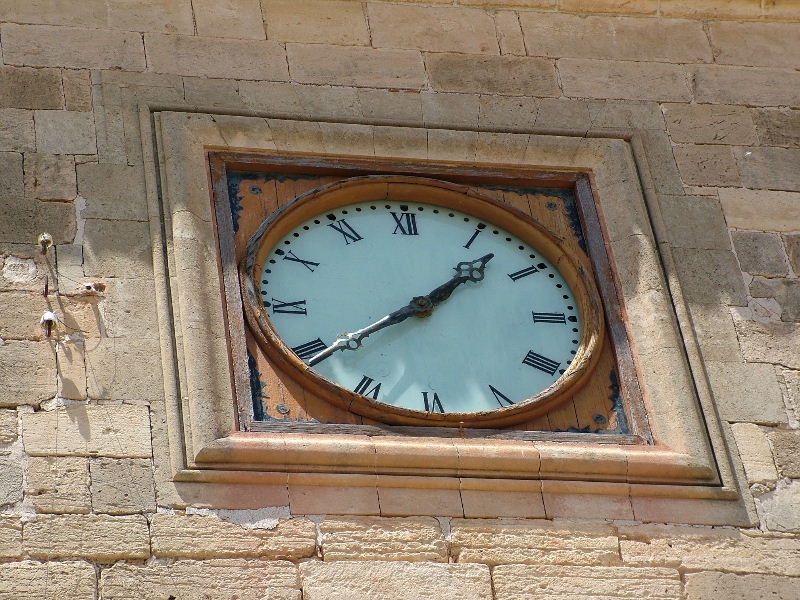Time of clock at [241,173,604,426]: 1:39
